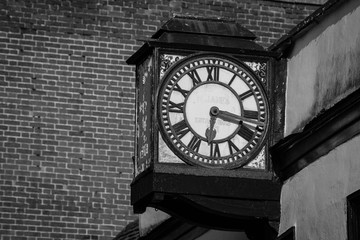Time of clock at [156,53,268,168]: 6:17
